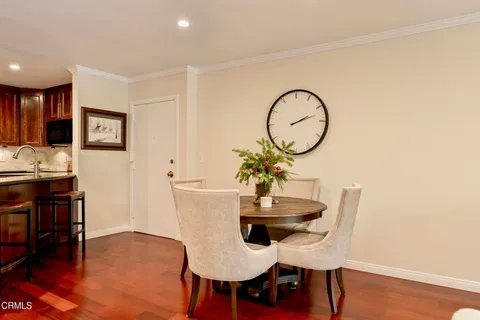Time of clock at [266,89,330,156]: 2:12
